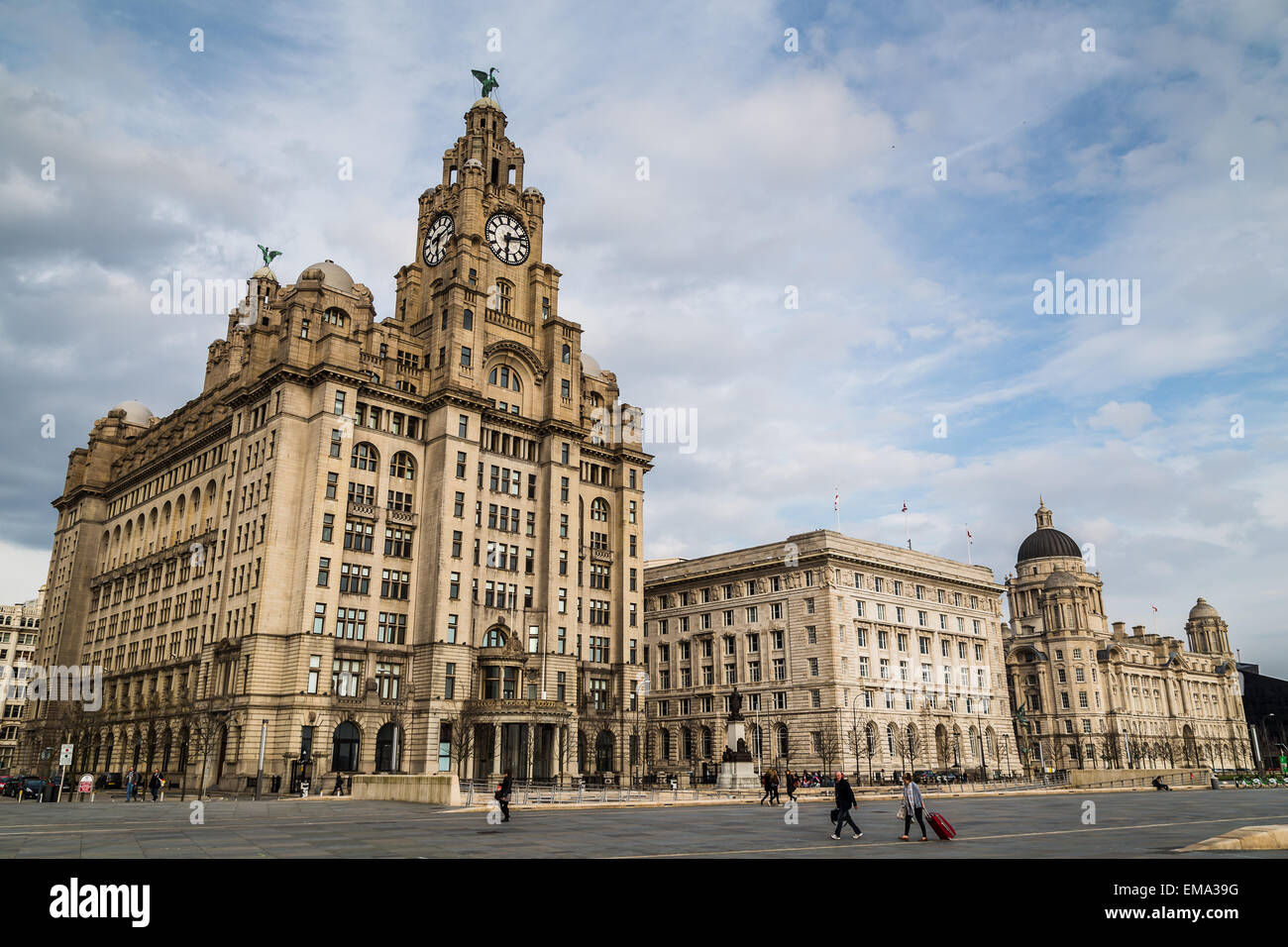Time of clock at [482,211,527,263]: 6:12
